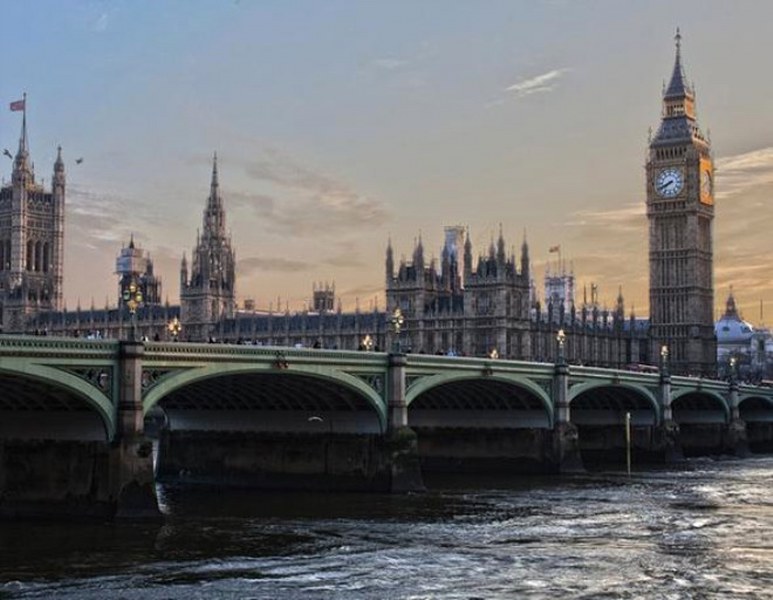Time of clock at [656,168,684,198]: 7:40
